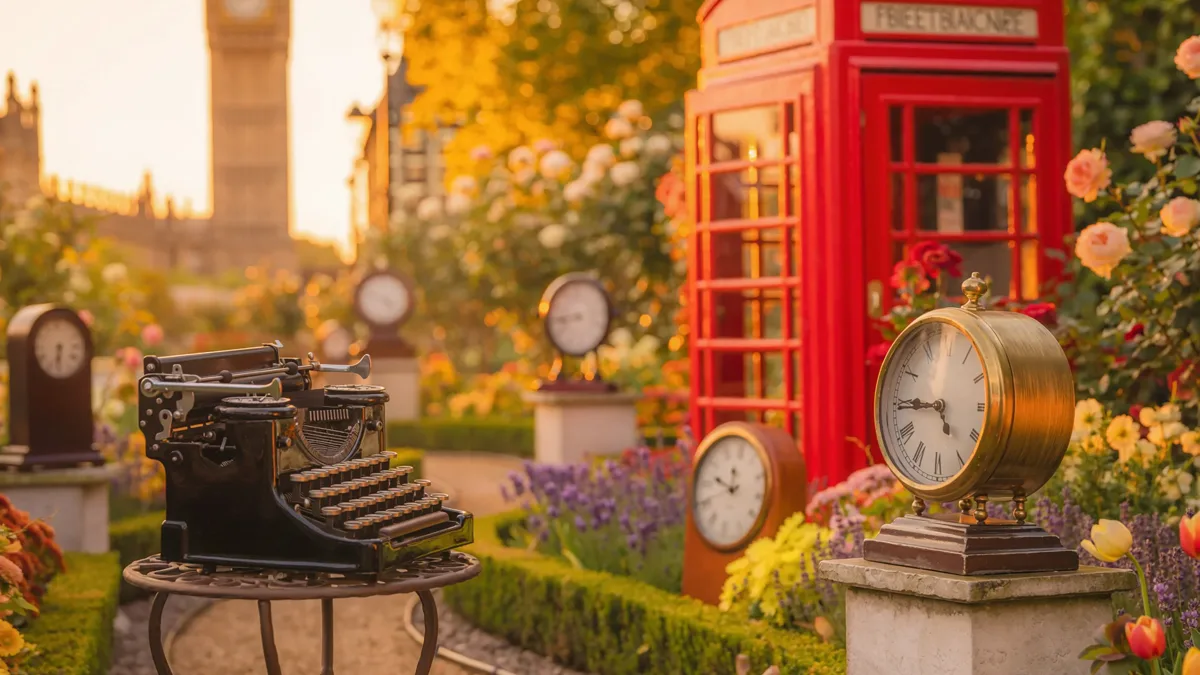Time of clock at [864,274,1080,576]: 4:44
